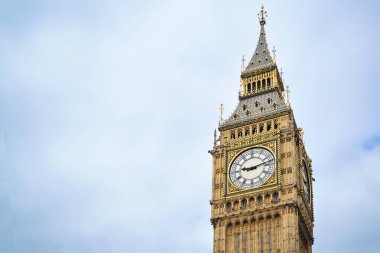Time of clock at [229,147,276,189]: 9:12
